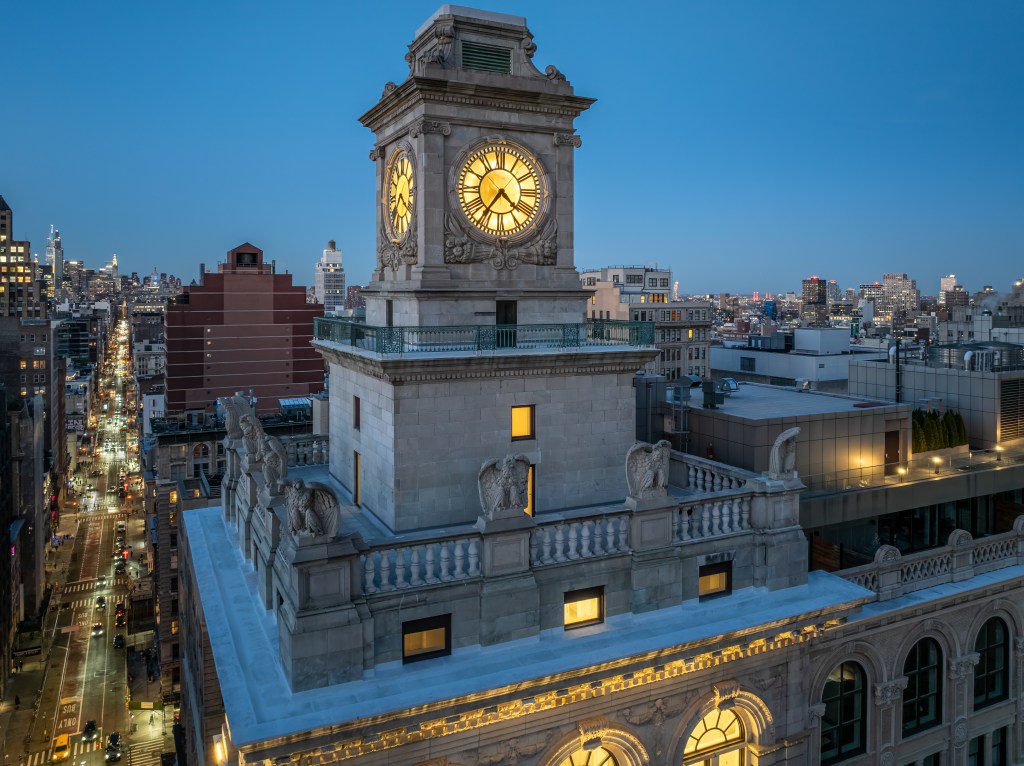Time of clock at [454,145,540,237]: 4:35
